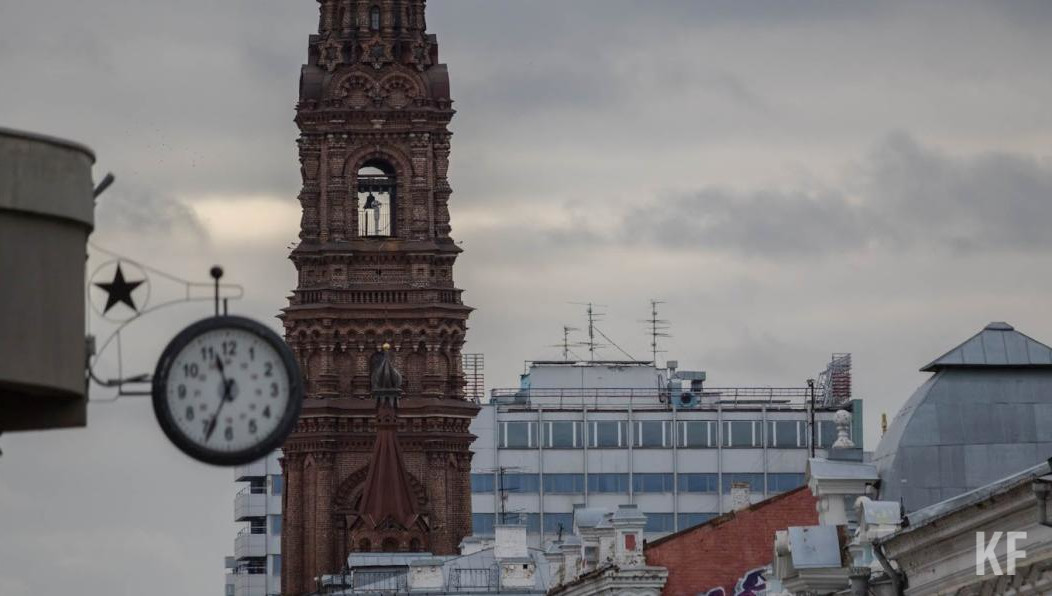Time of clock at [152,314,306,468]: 11:34
